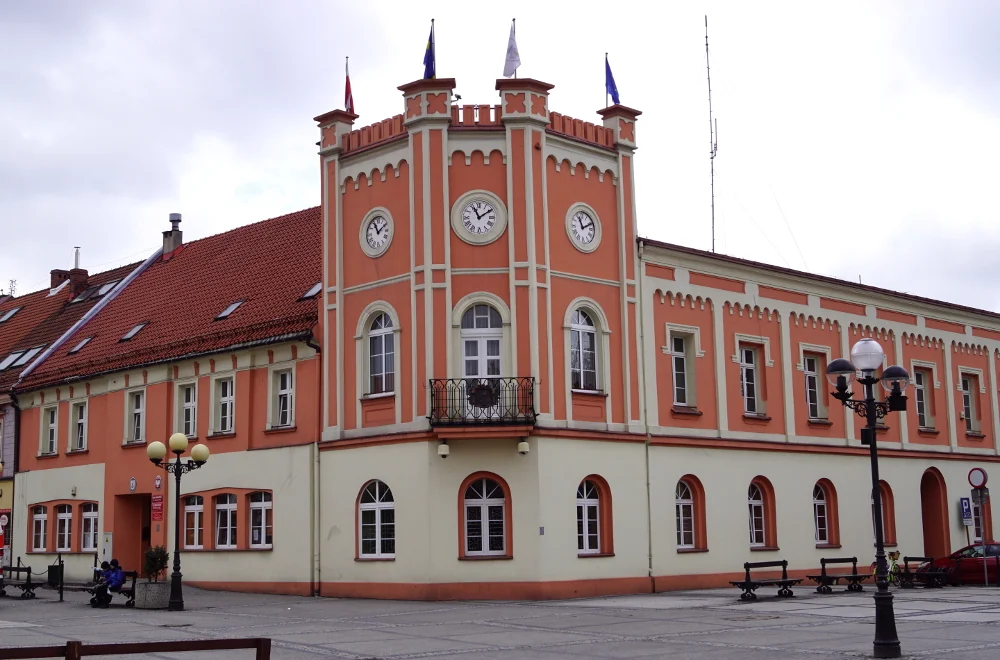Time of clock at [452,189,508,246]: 11:09
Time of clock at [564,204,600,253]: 11:11
